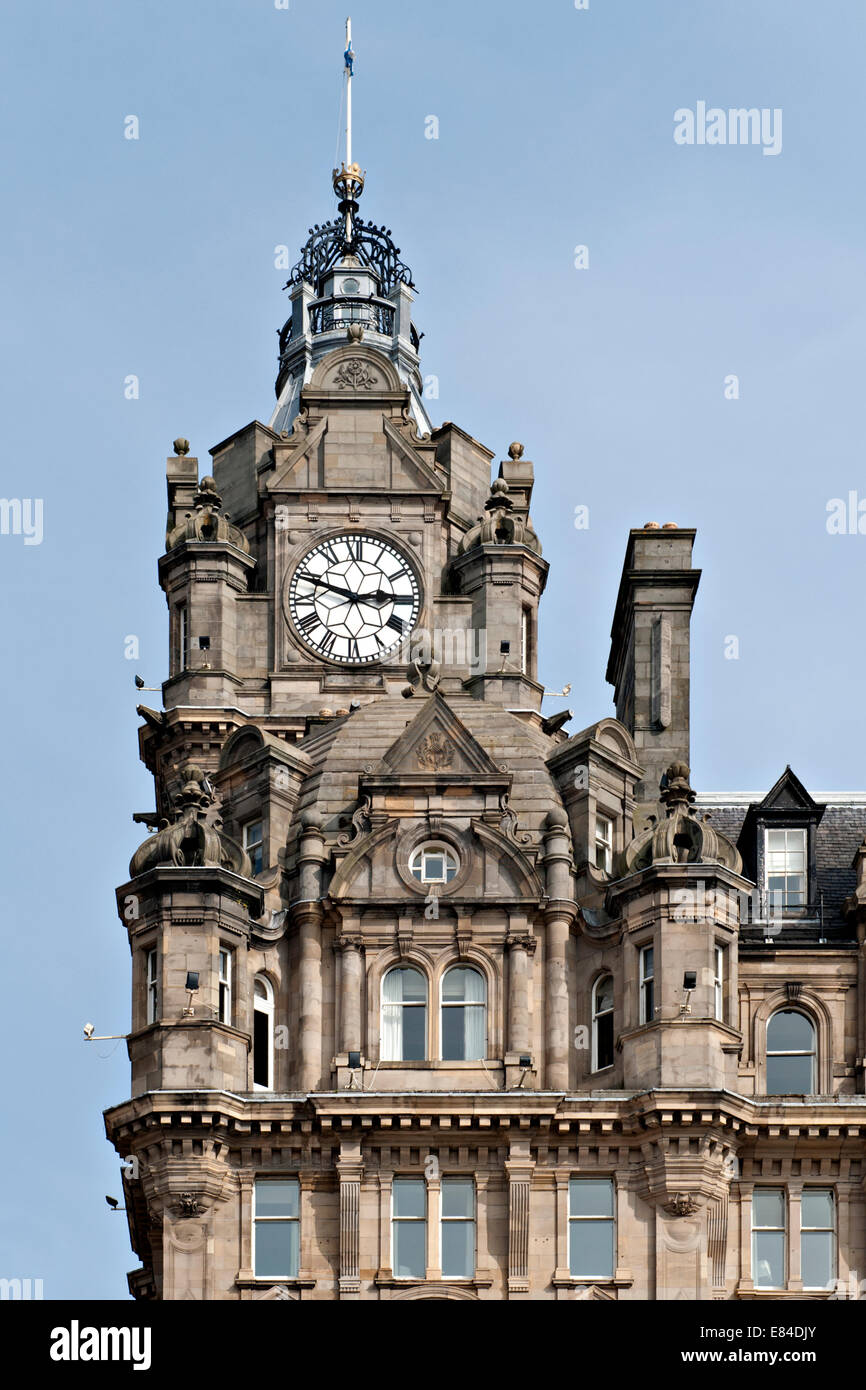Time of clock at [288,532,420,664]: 2:48
